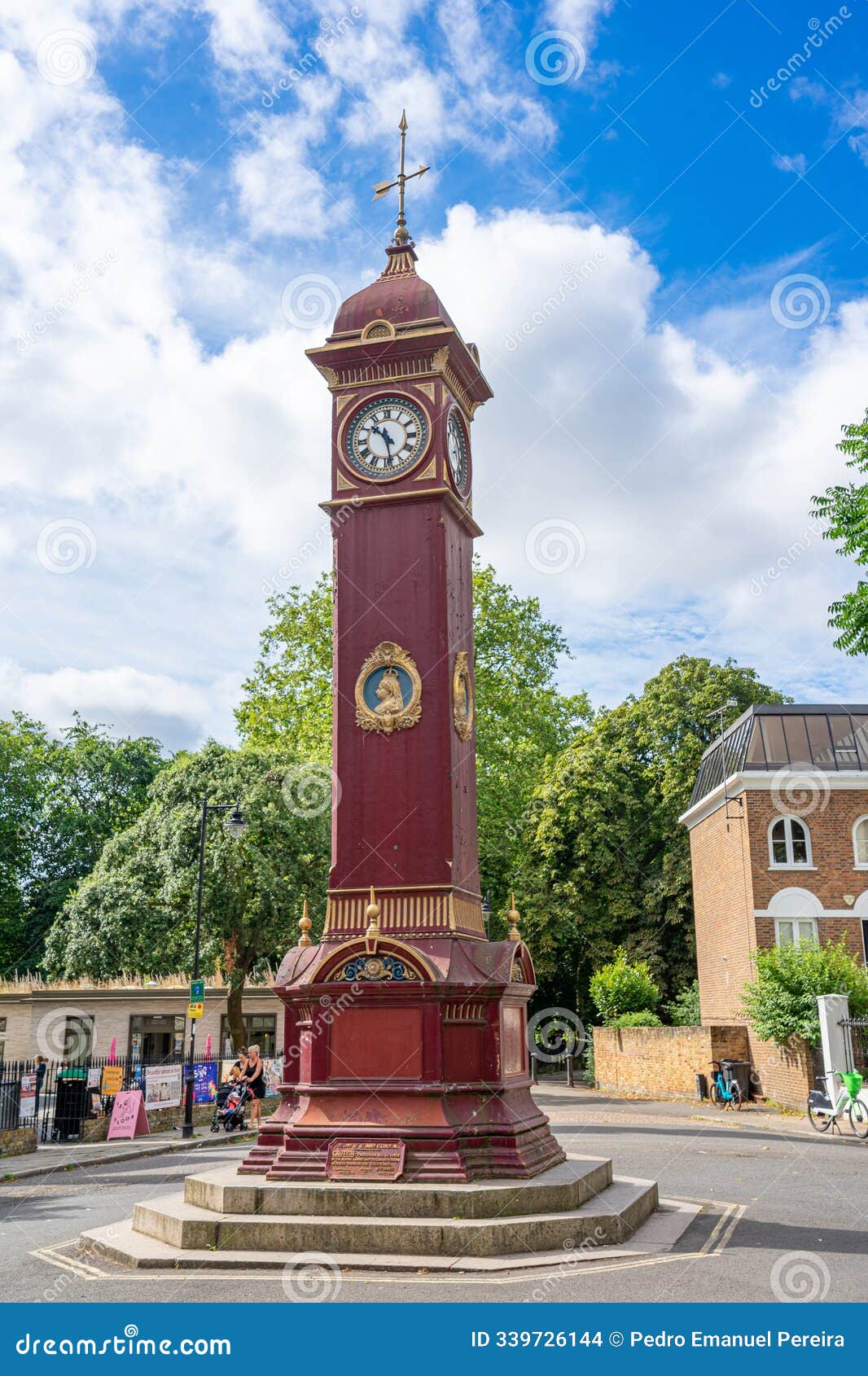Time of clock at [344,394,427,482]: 10:28
